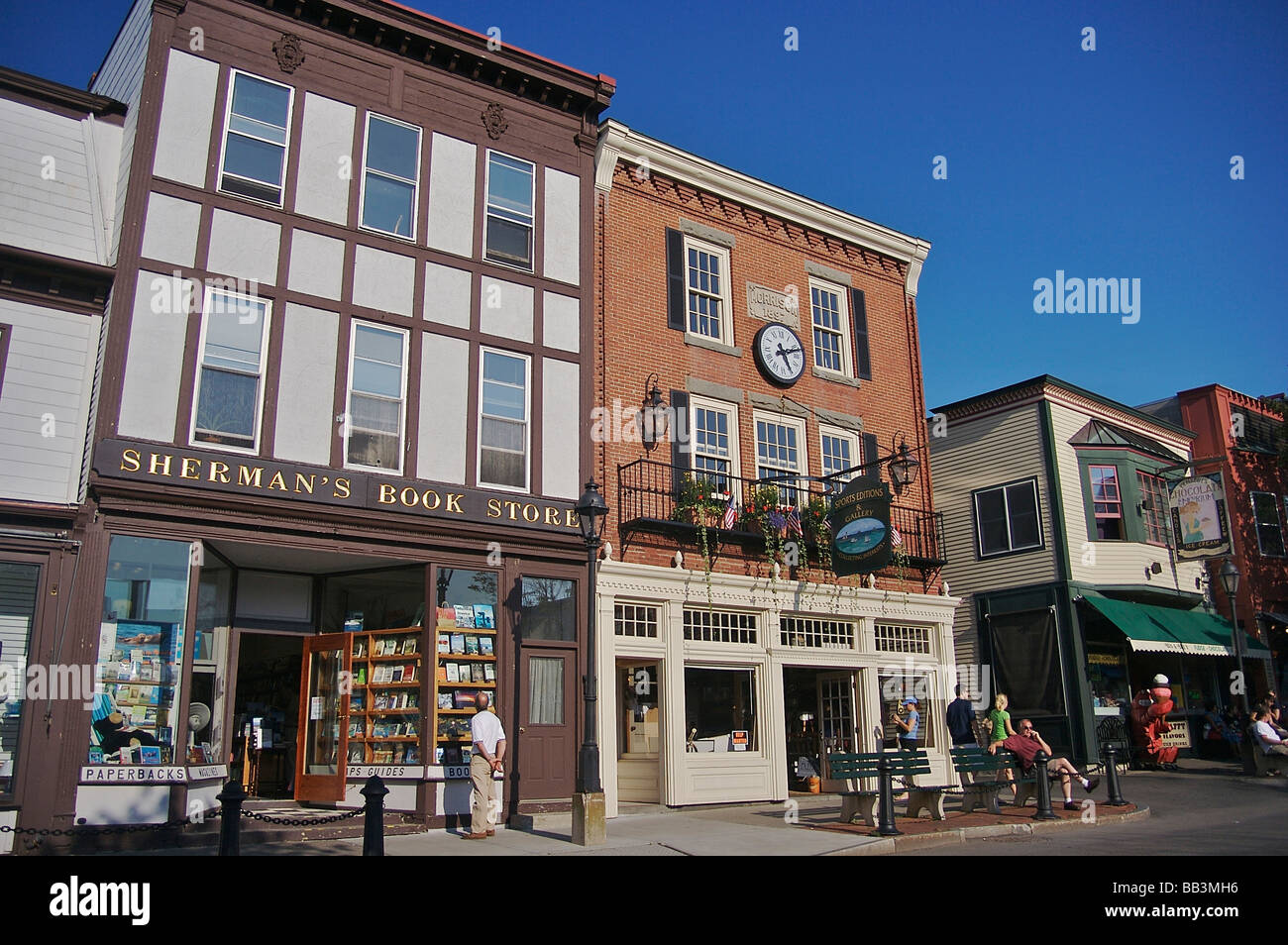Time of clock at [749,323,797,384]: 5:12
